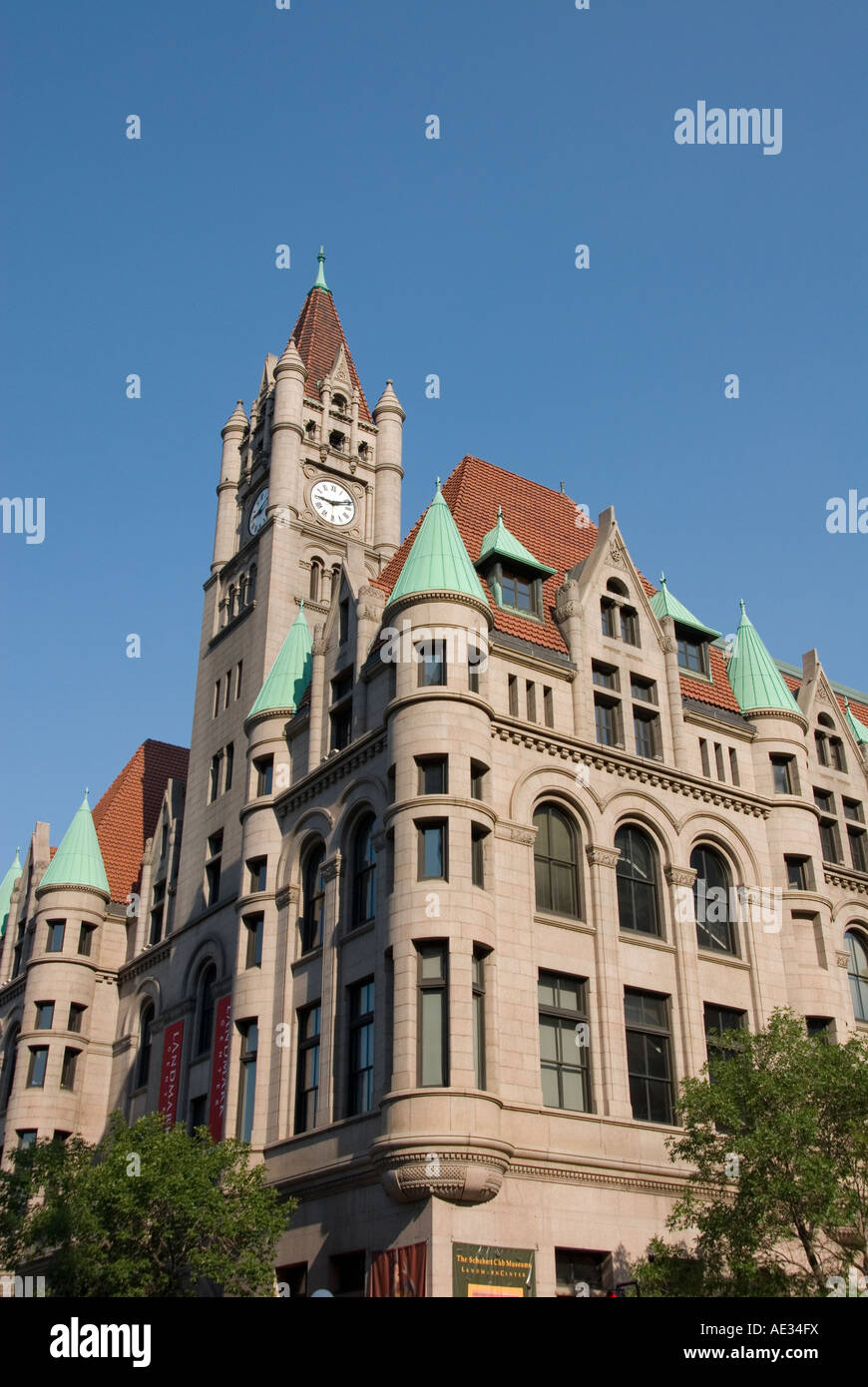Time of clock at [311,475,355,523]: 9:11
